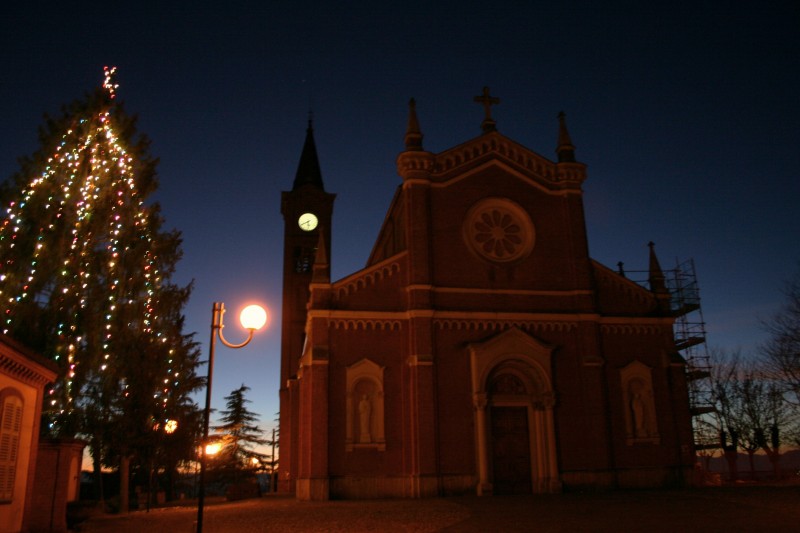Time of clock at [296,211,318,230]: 5:40
